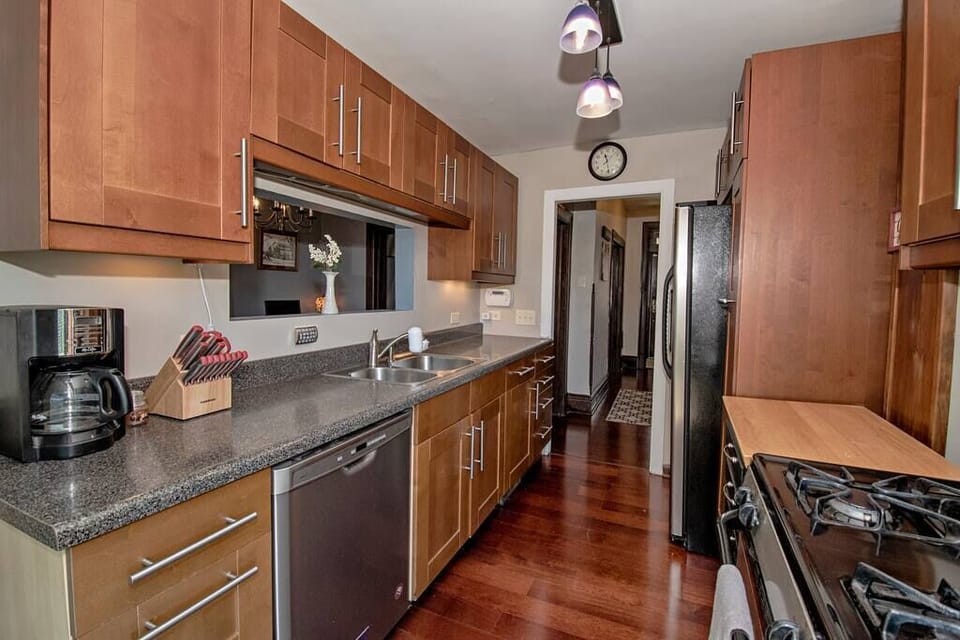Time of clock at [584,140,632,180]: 11:28
